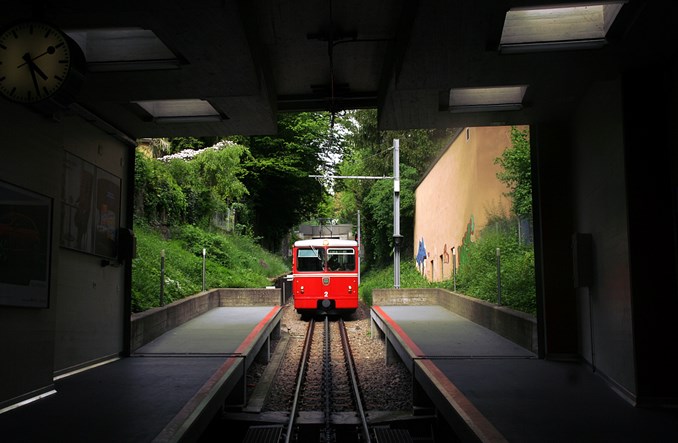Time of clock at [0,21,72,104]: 4:27
